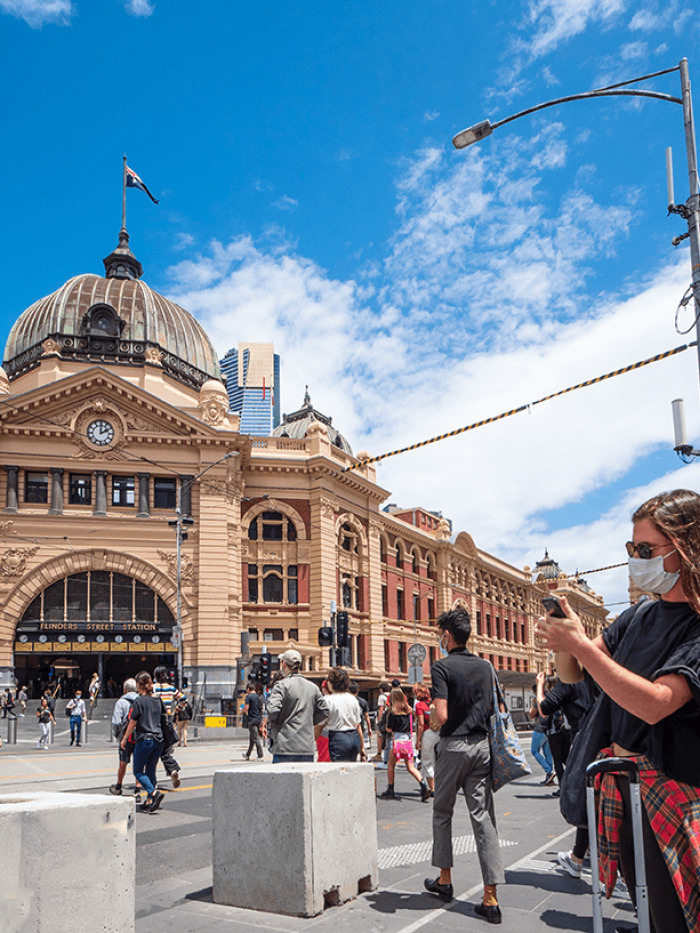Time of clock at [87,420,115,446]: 2:00
